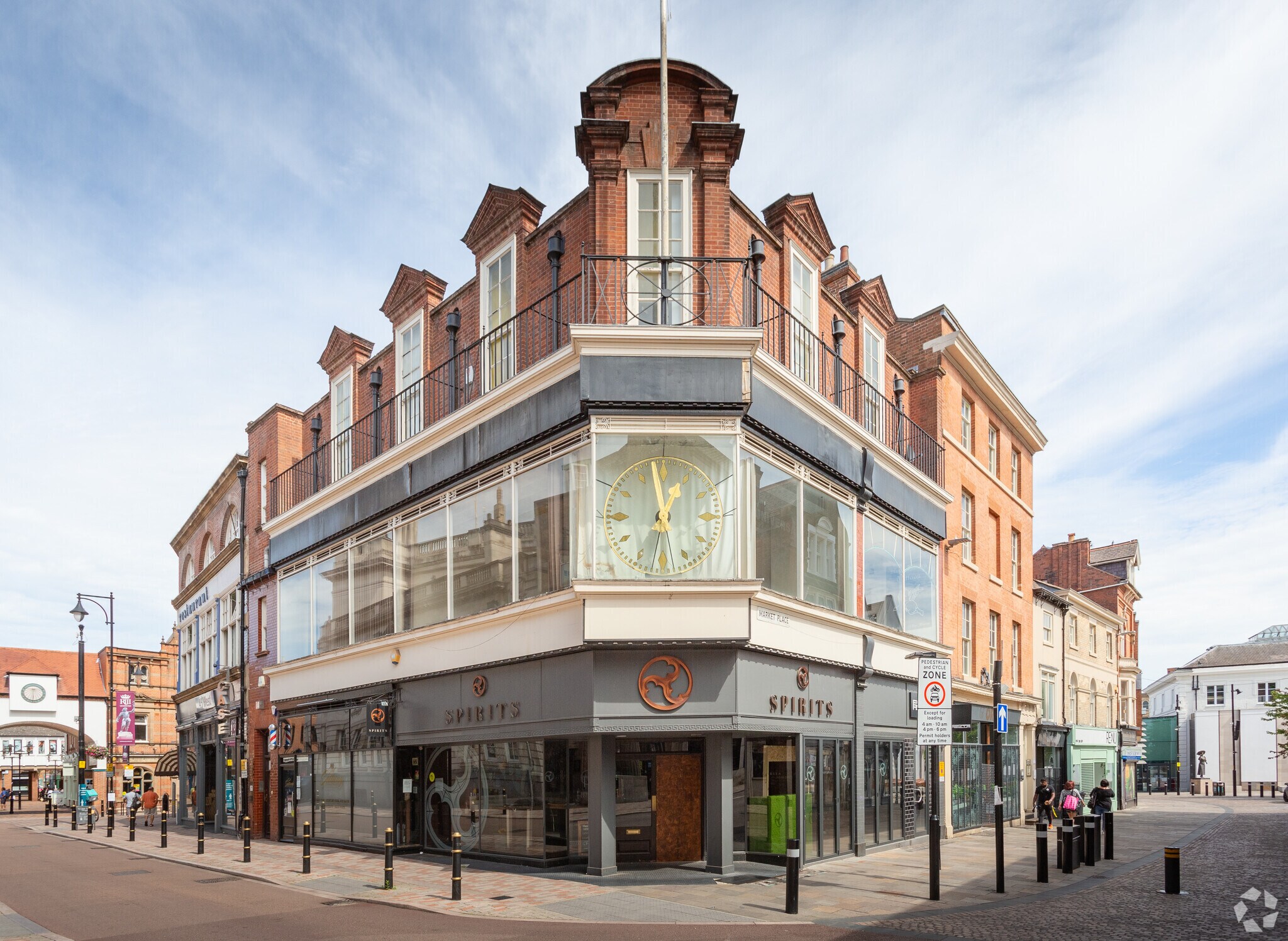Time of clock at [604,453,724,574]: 12:58
